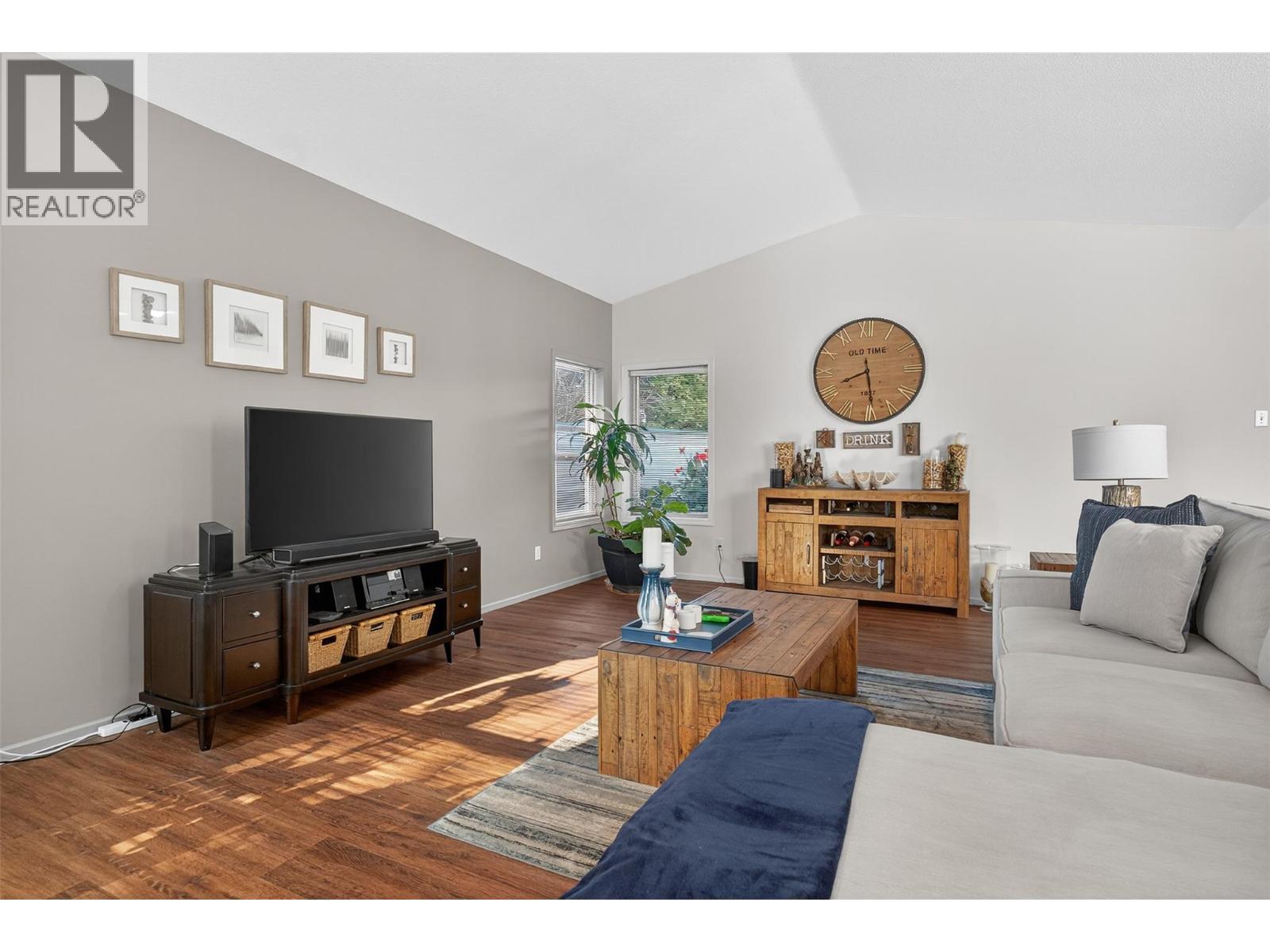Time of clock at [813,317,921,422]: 8:29
